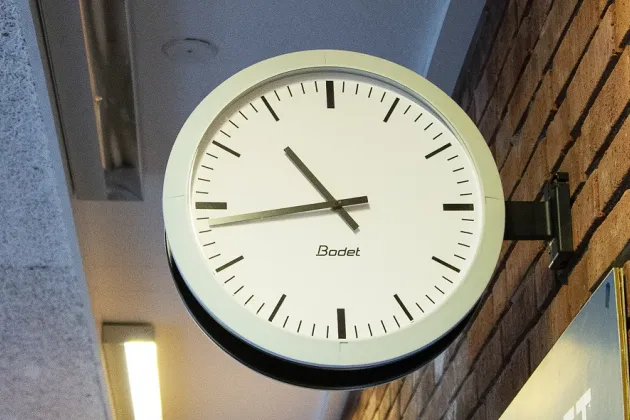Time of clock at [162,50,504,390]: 10:43
